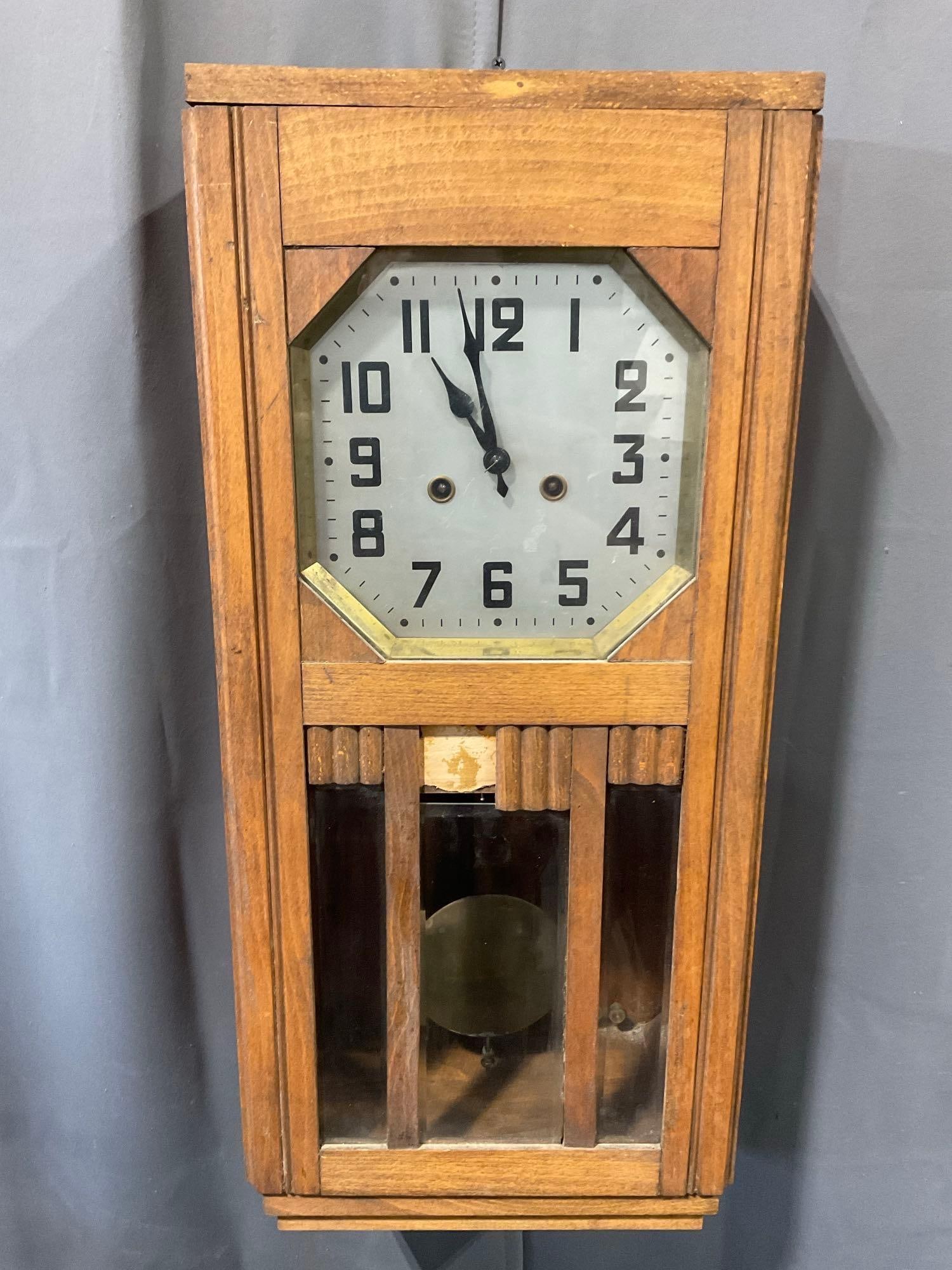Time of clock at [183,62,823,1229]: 10:58
